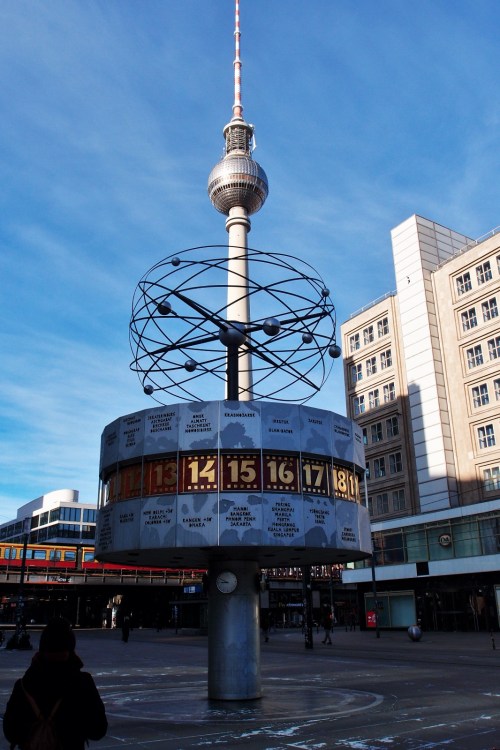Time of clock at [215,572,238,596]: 8:49
